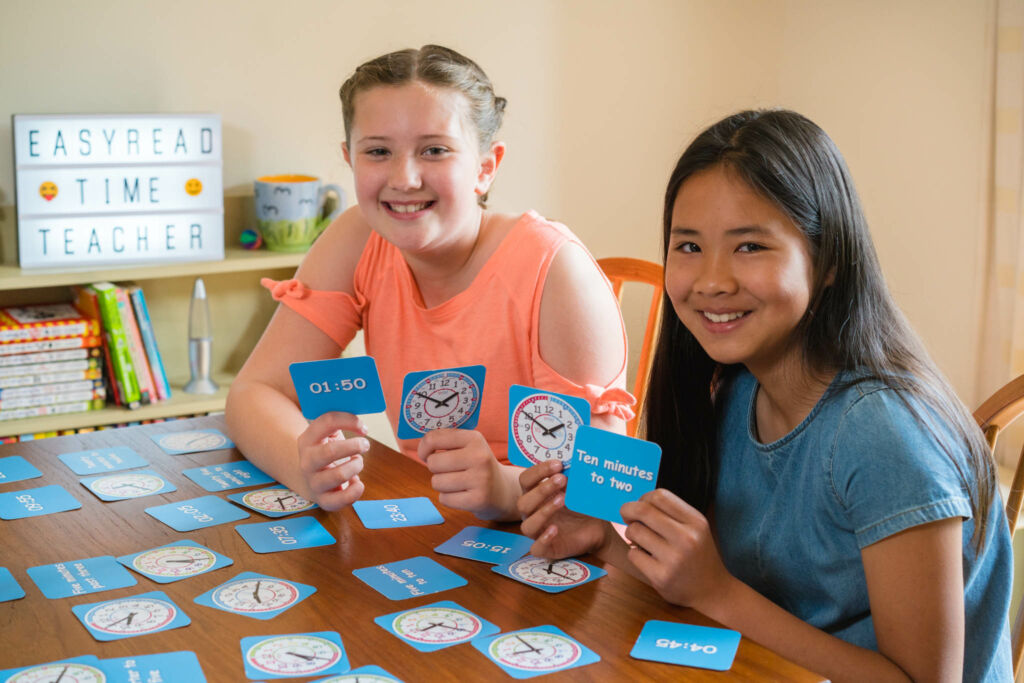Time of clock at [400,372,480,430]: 1:49
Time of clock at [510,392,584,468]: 1:50
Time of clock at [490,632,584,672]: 7:54
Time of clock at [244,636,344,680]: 4:19
